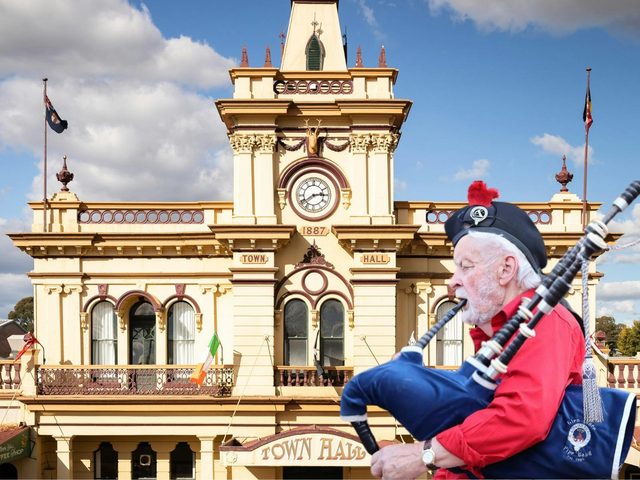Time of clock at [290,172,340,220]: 2:40
